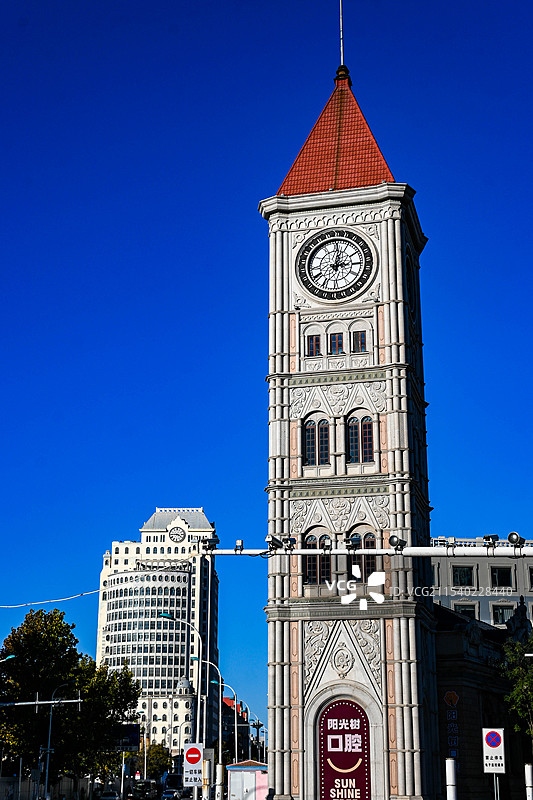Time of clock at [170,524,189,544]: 3:44
